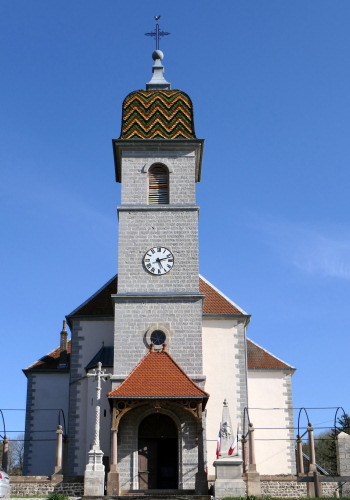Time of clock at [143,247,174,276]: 5:12
